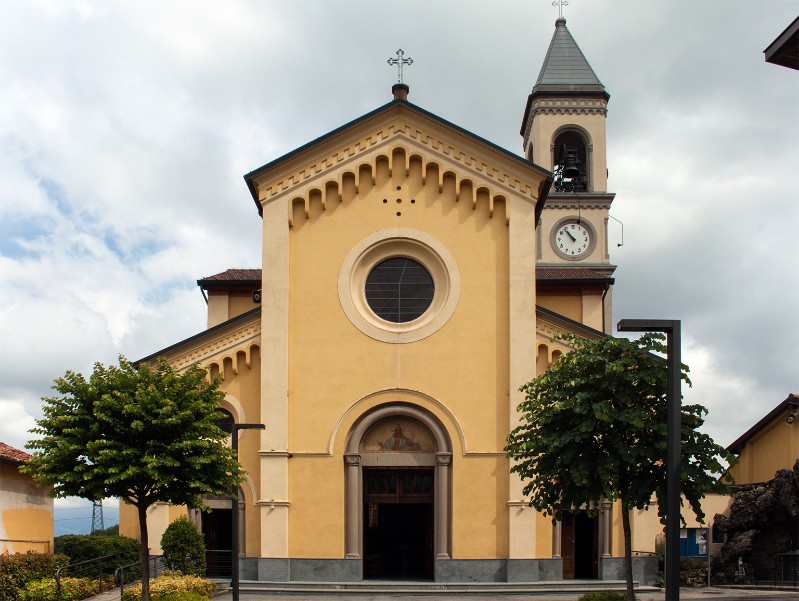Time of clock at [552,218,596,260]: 10:53
